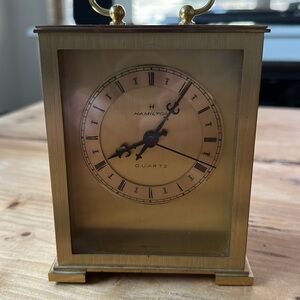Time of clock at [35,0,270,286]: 8:05
